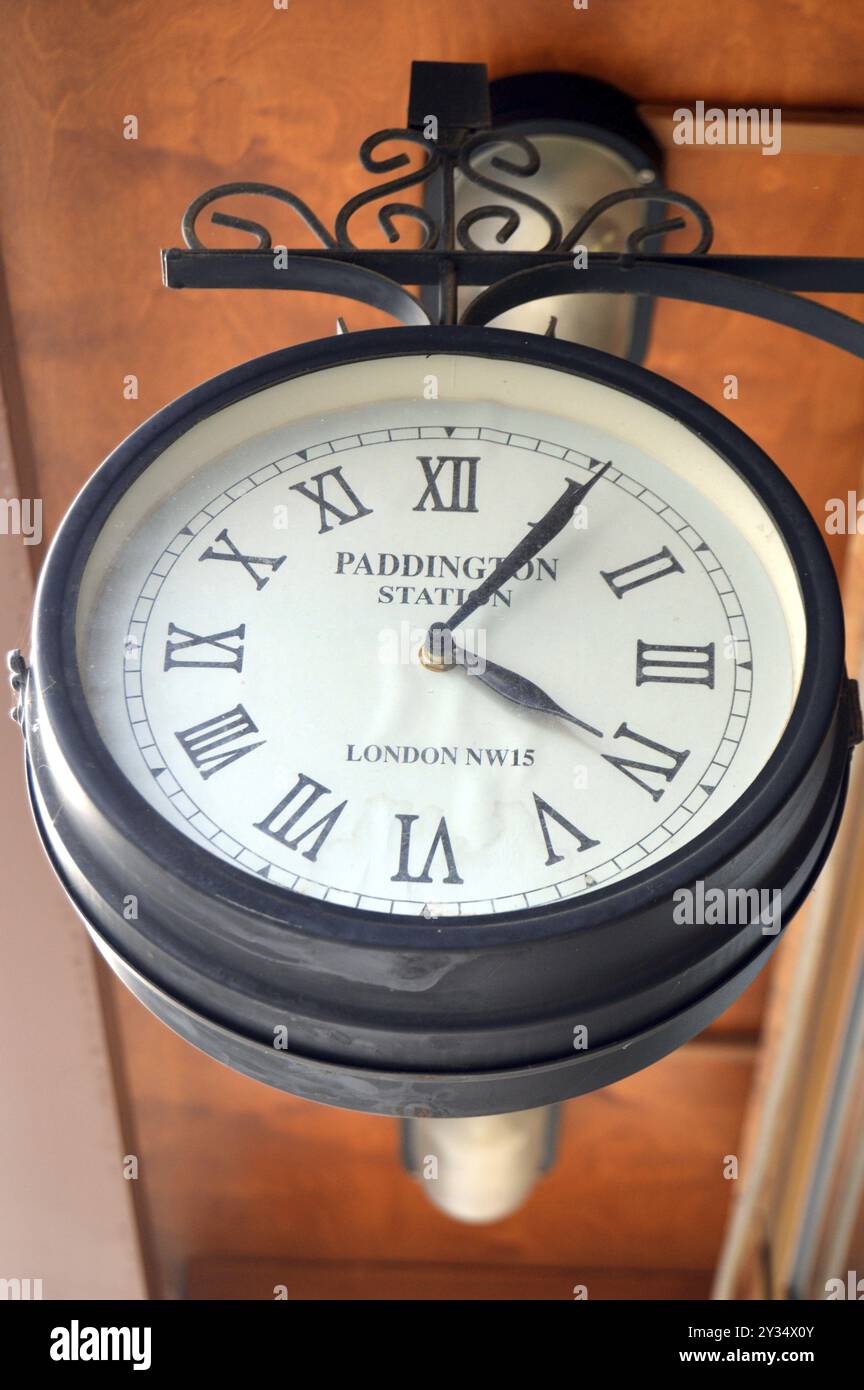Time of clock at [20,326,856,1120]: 4:05
